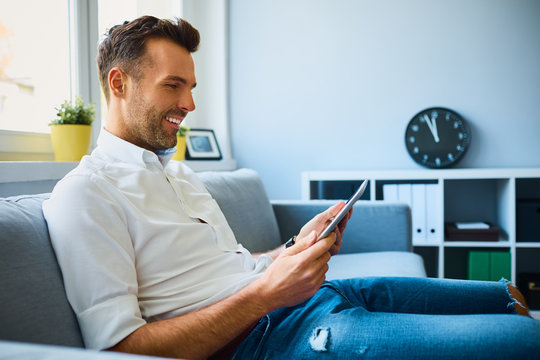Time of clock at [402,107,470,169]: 11:56
